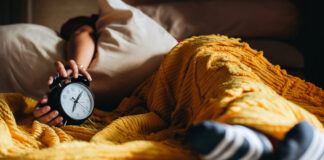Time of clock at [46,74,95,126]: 1:34
